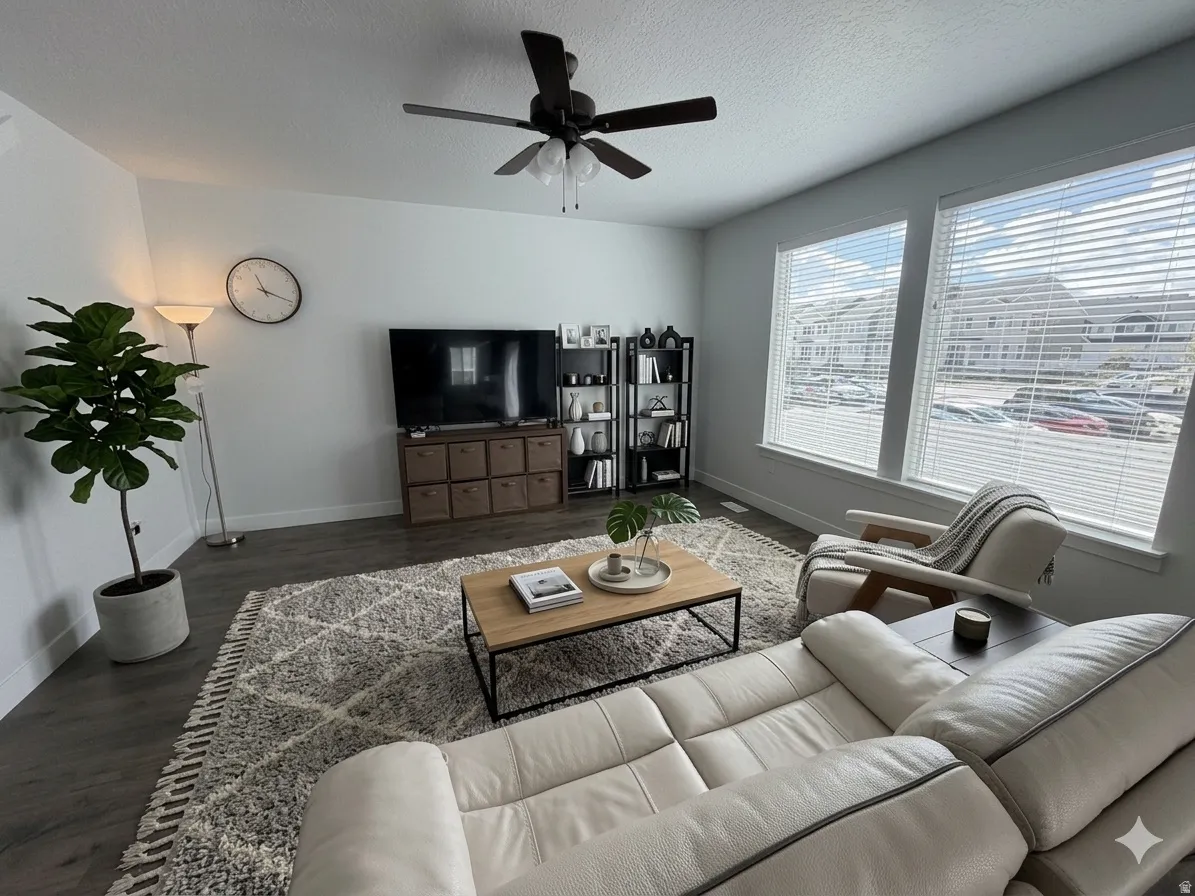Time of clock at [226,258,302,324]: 11:18
